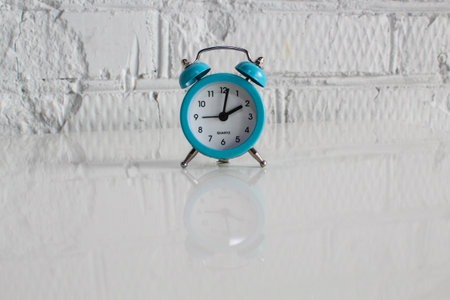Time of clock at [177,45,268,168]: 2:01
